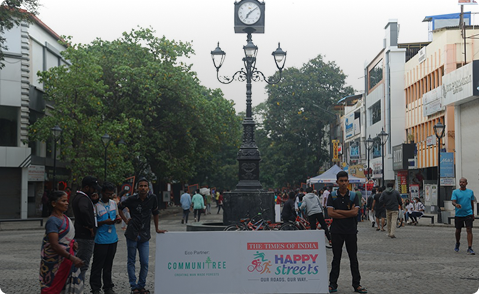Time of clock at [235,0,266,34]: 7:08
